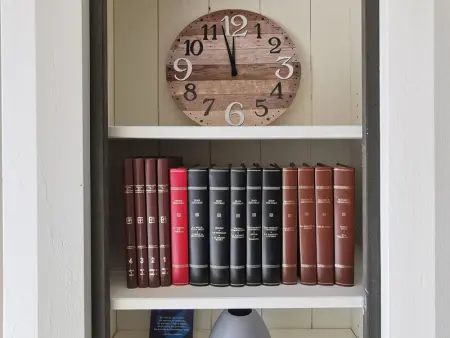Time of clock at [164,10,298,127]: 11:57
